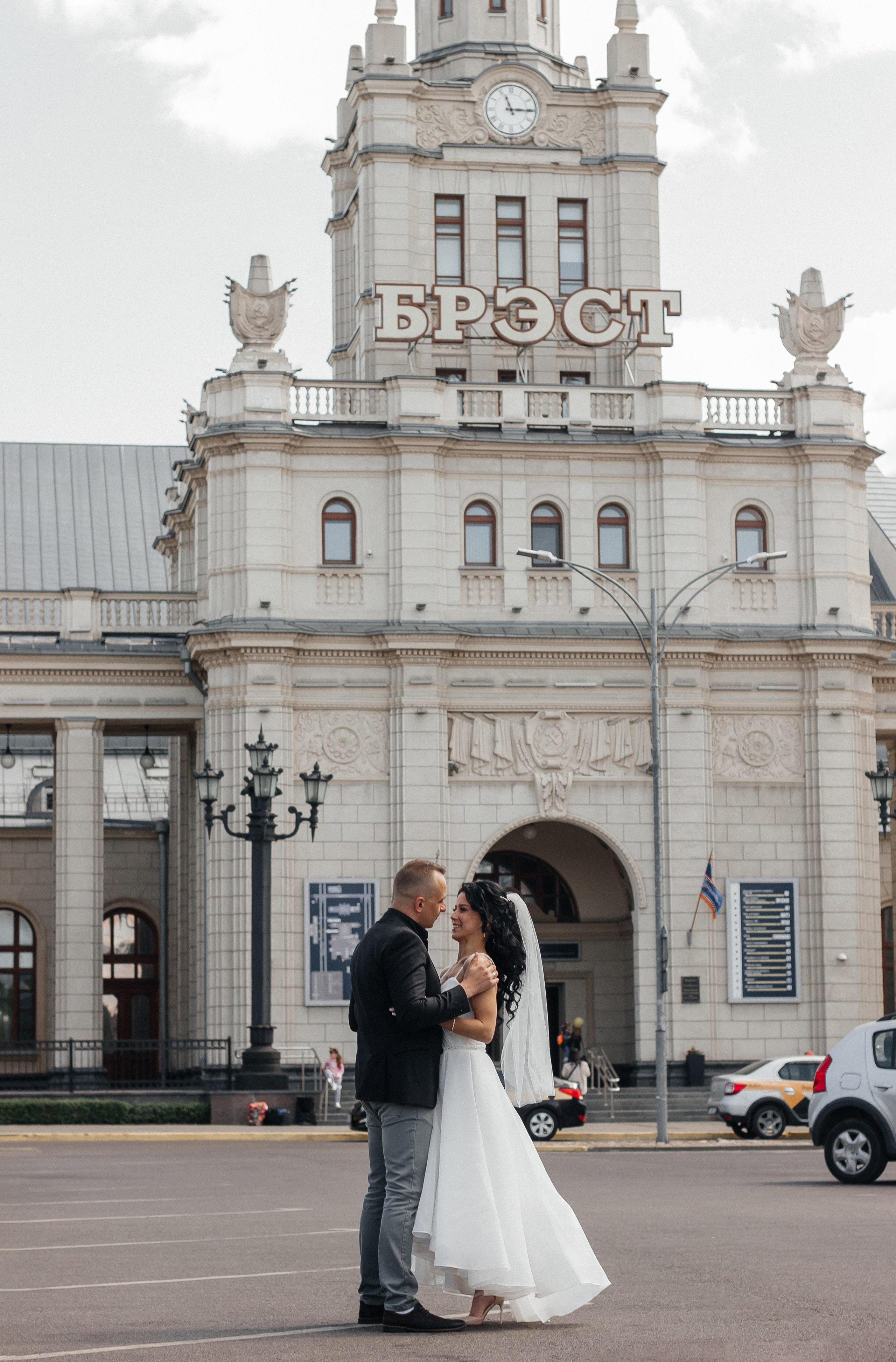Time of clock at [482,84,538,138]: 11:15
